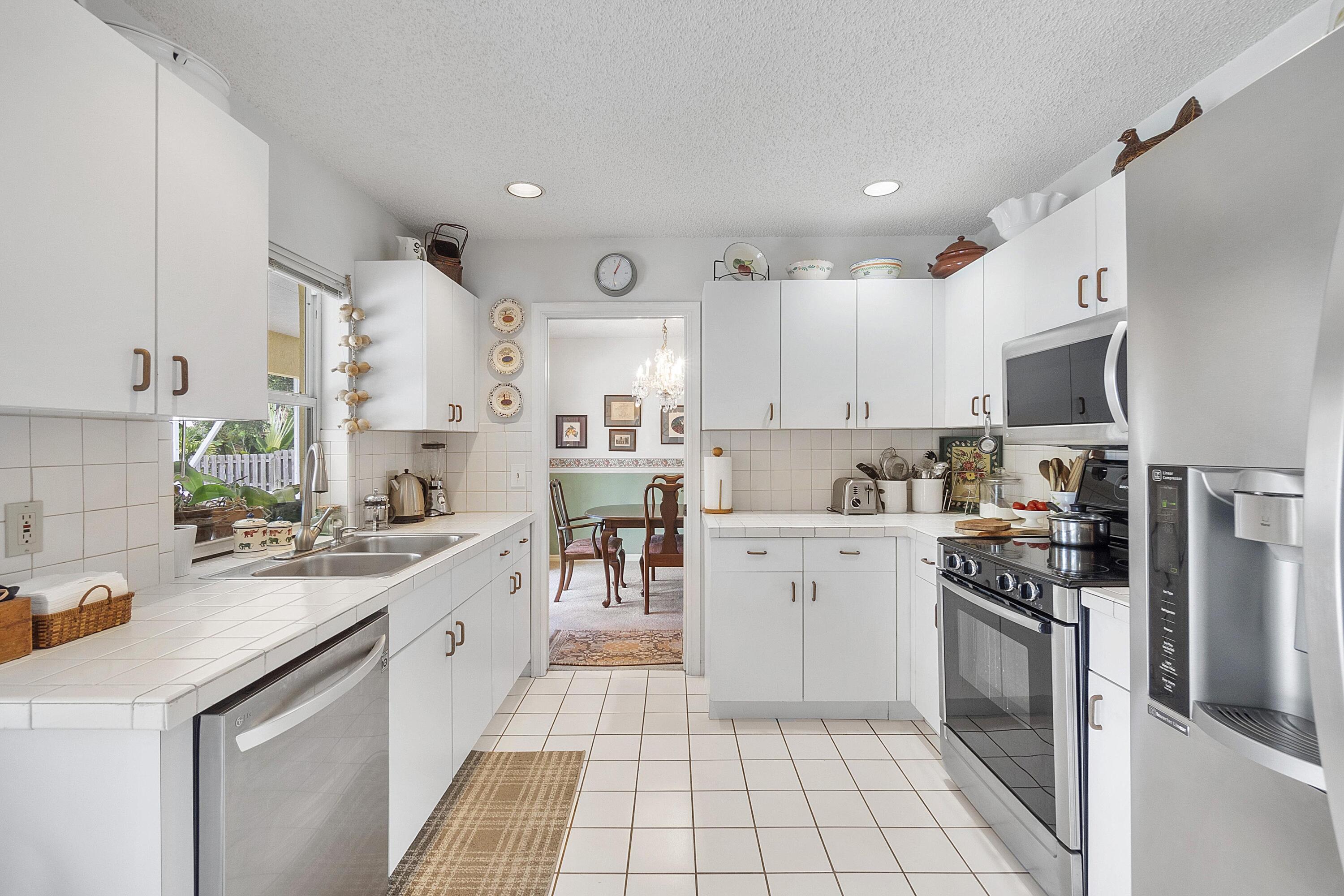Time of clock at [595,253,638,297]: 1:03
